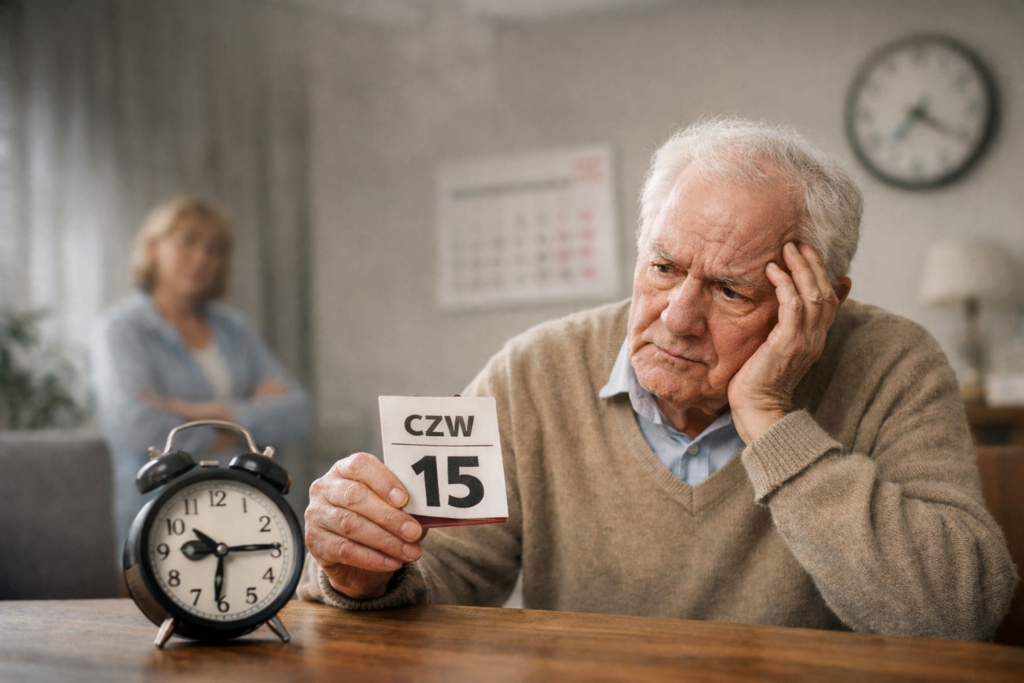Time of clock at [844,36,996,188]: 7:20
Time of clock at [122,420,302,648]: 10:14
